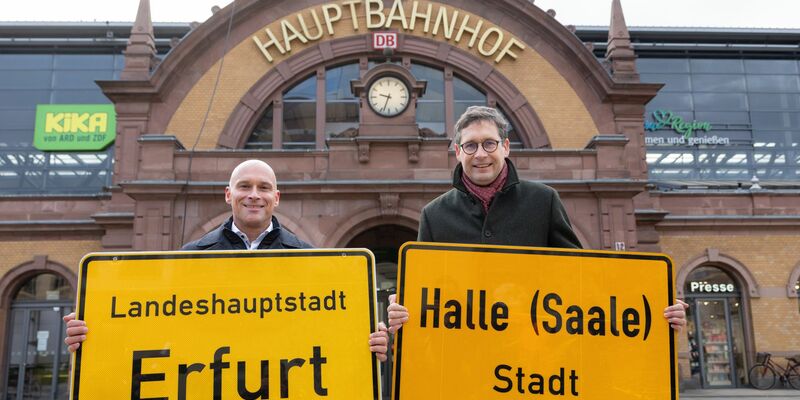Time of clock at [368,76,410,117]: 9:33
